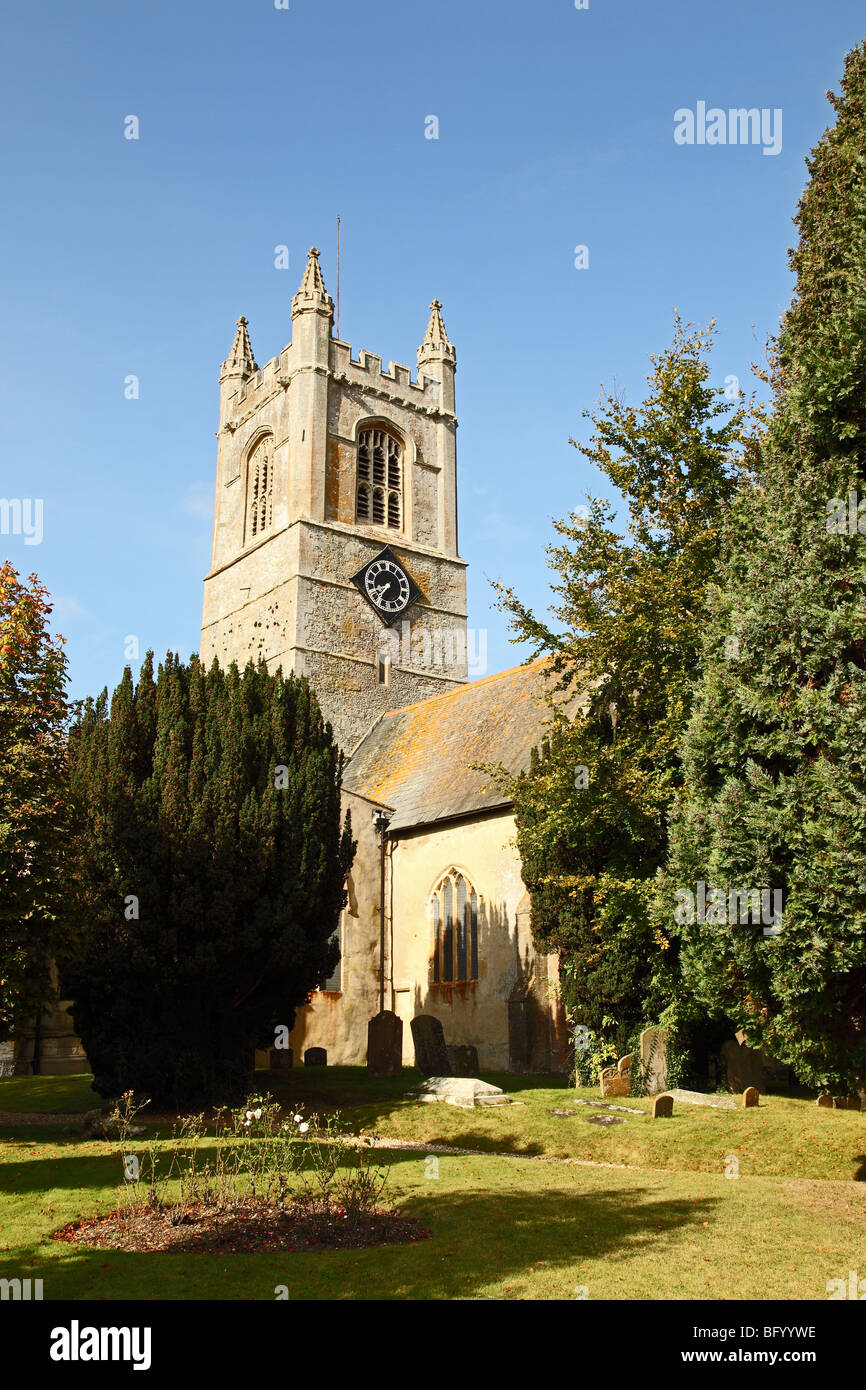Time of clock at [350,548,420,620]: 8:36
